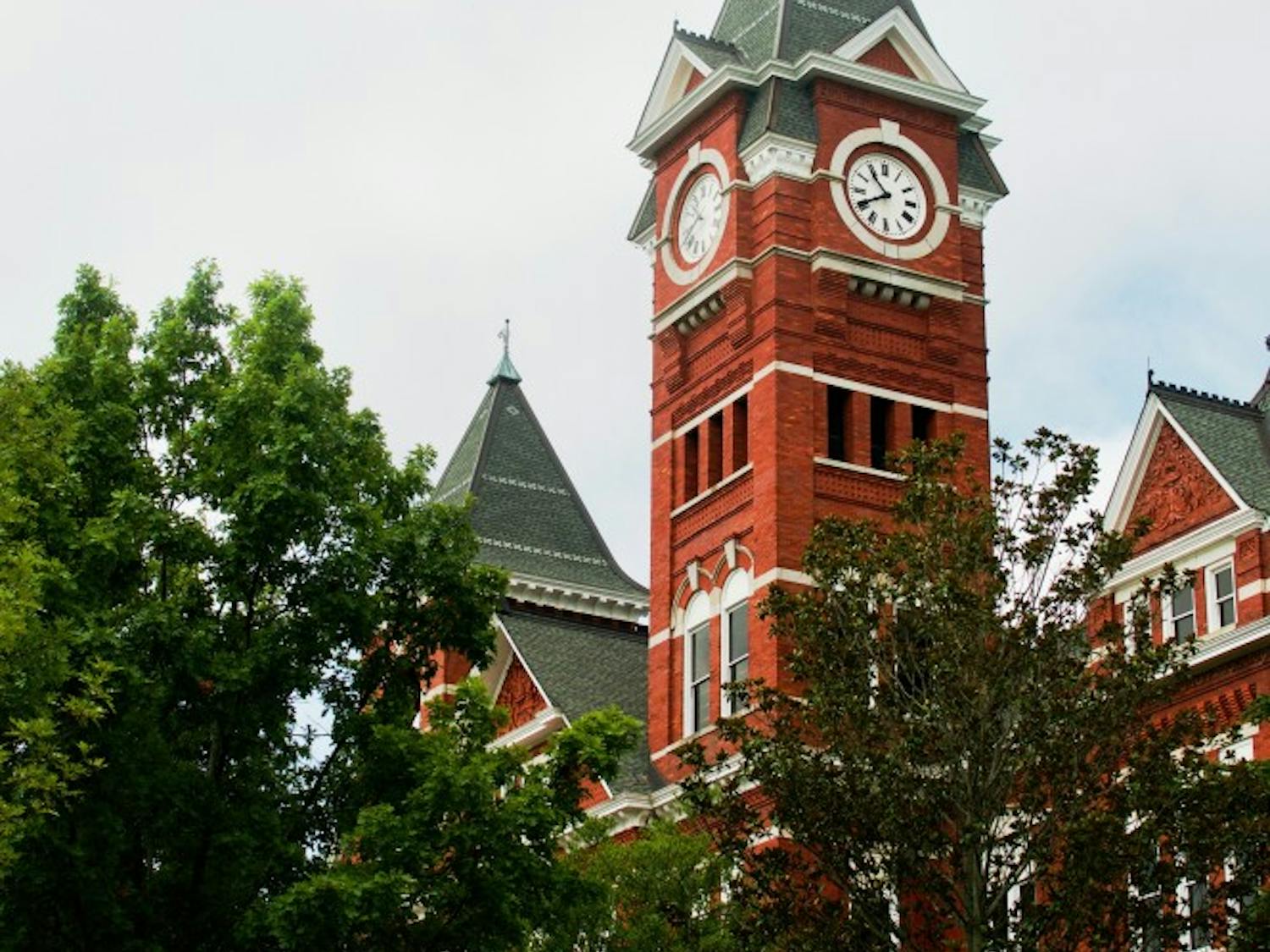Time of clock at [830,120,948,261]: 10:40
